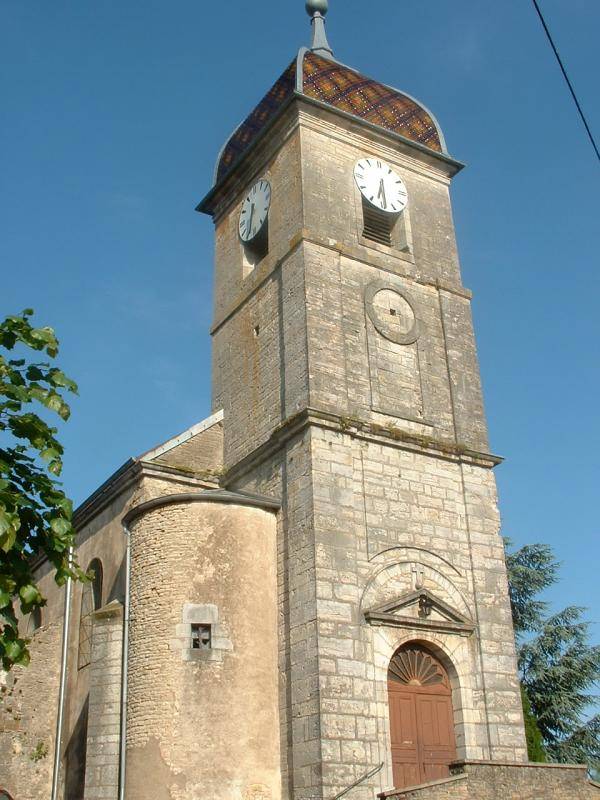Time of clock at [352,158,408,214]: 6:28
